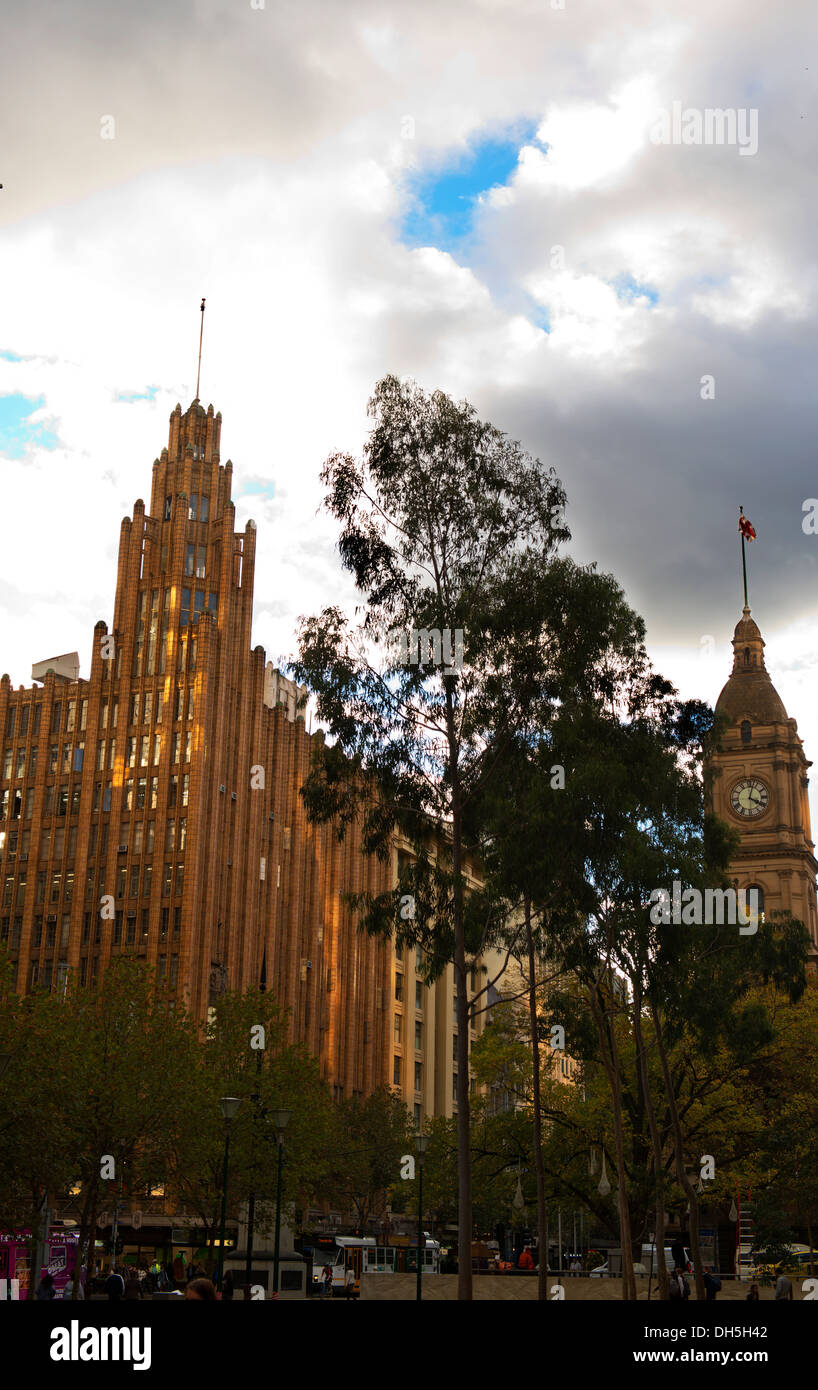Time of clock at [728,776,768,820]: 4:02
